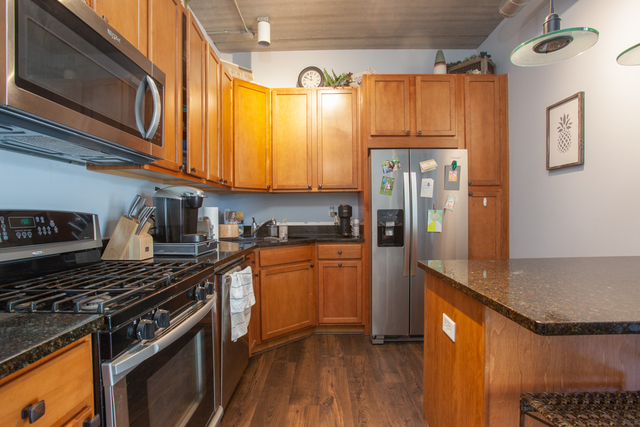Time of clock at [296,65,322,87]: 11:48
